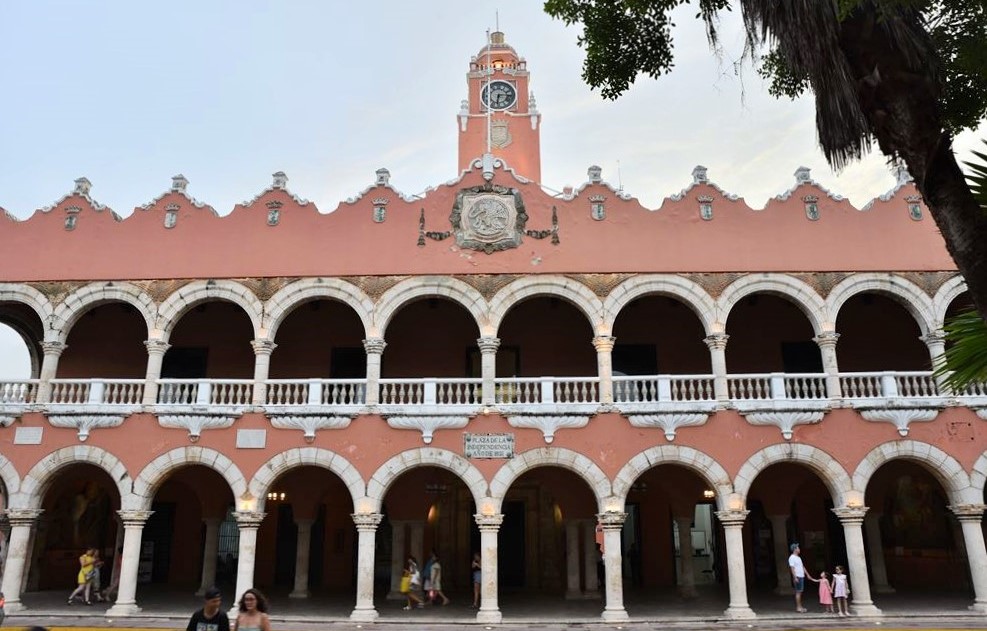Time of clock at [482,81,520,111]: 6:14
